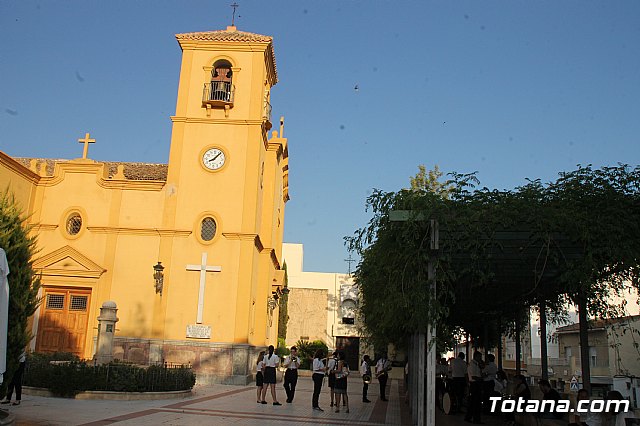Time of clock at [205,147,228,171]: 8:07
